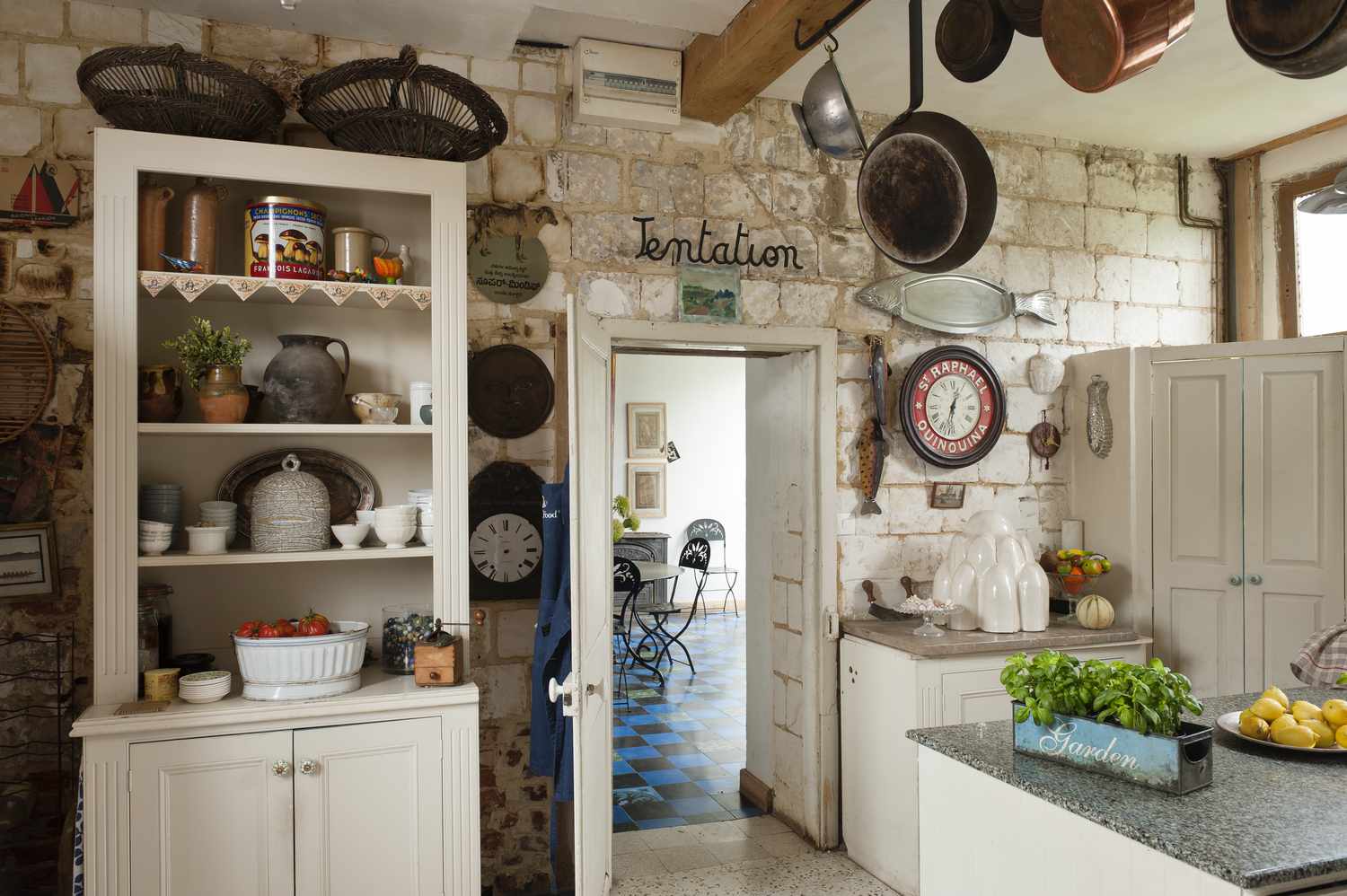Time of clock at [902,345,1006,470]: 12:32
